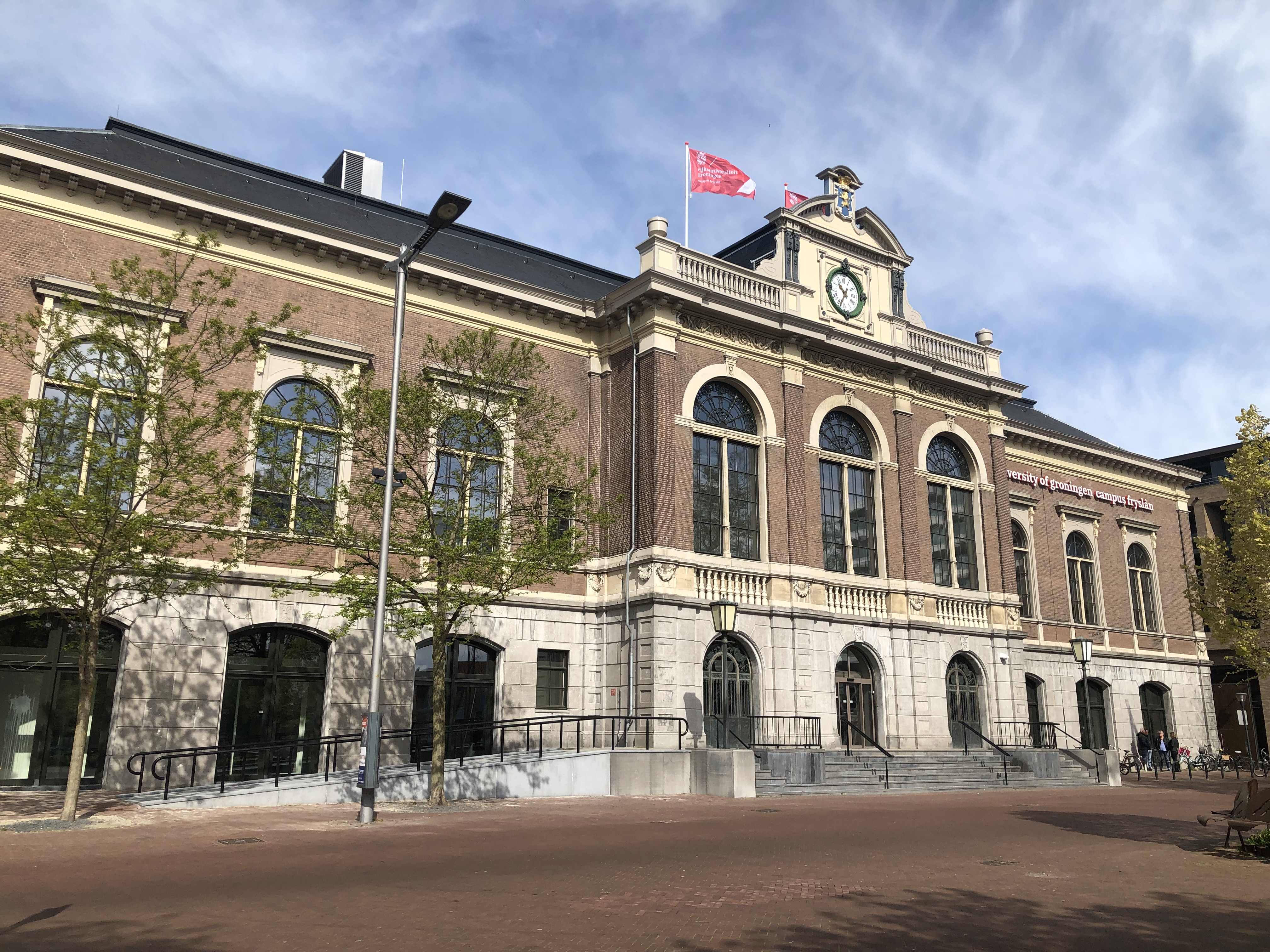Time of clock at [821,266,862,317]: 10:34
